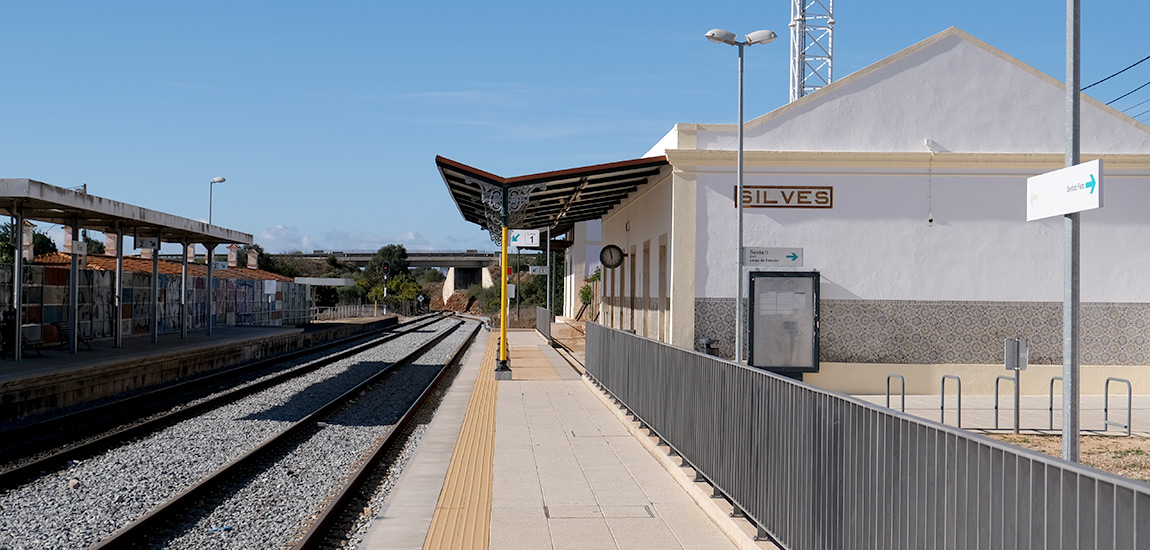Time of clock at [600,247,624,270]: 11:58
